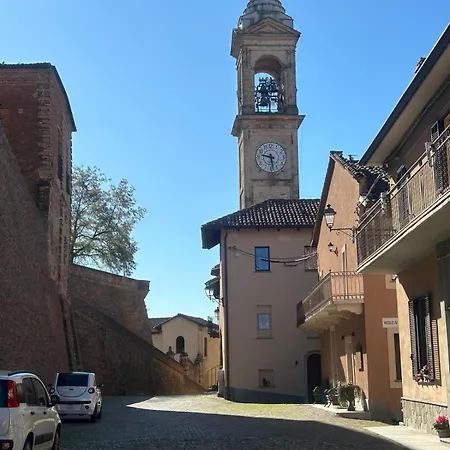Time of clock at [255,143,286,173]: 9:28
